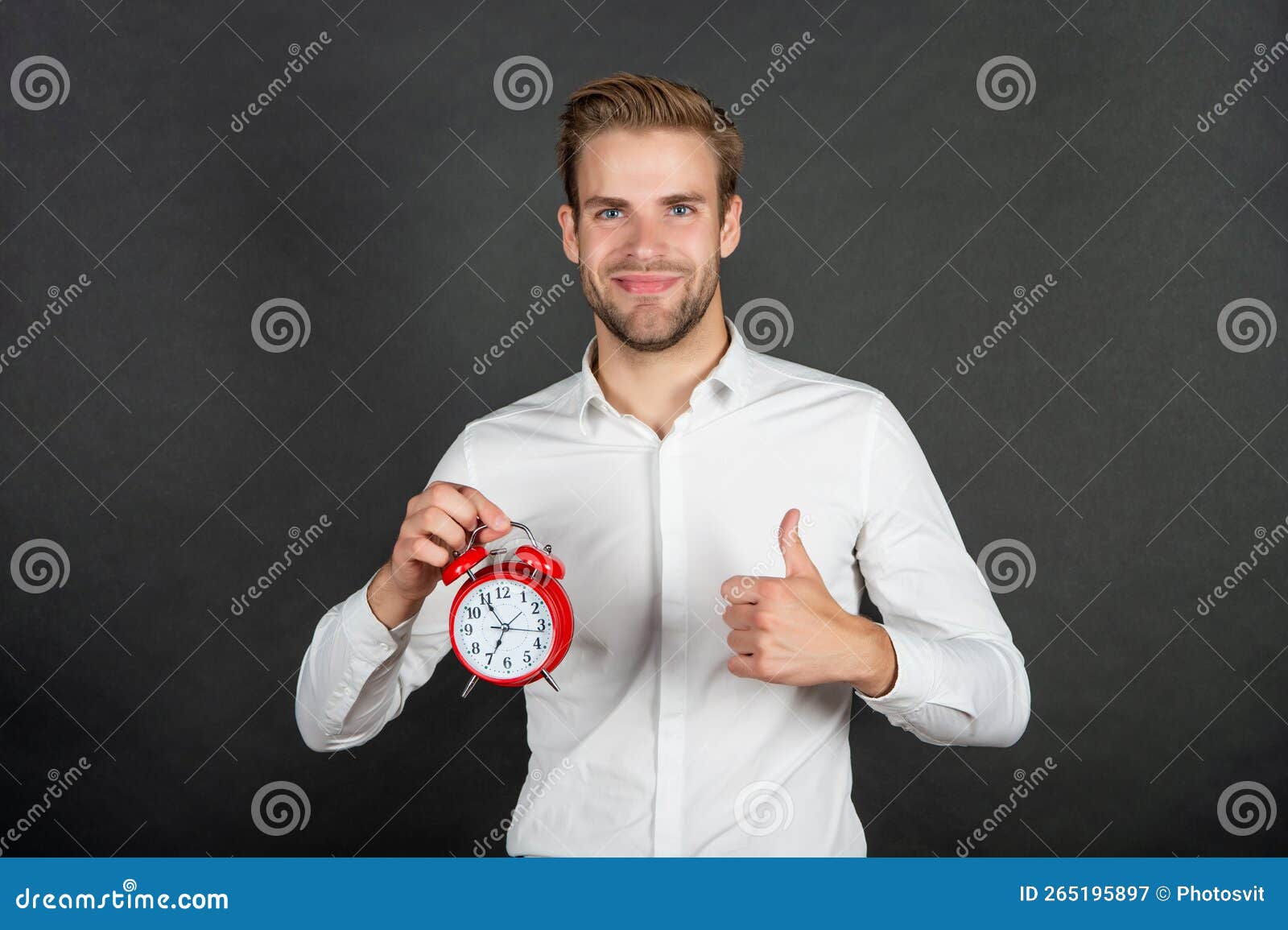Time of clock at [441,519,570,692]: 6:54
